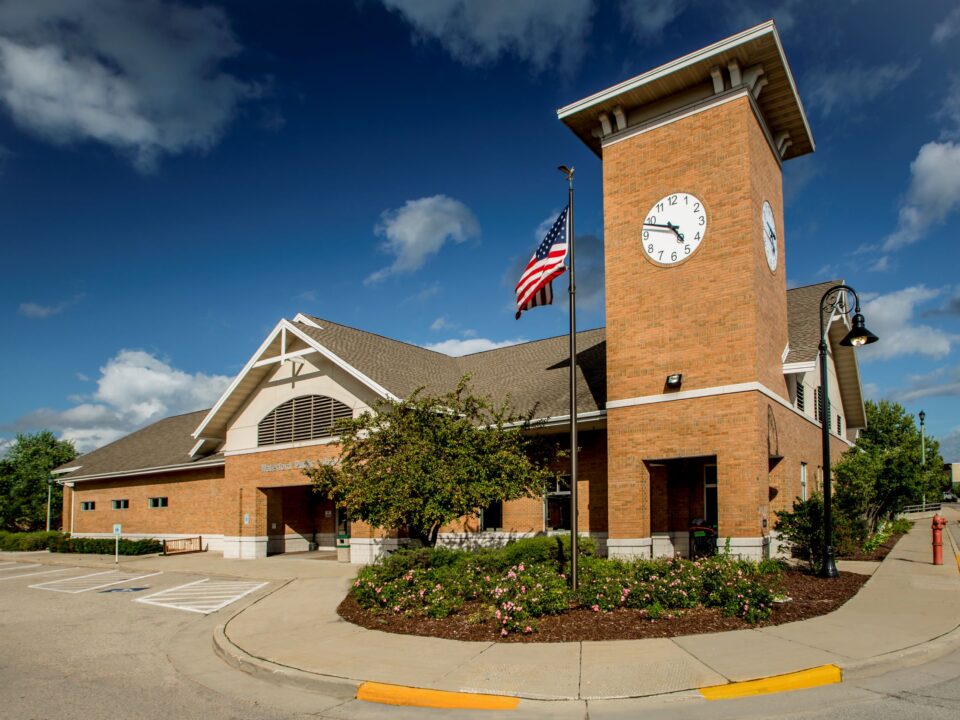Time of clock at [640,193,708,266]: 4:48
